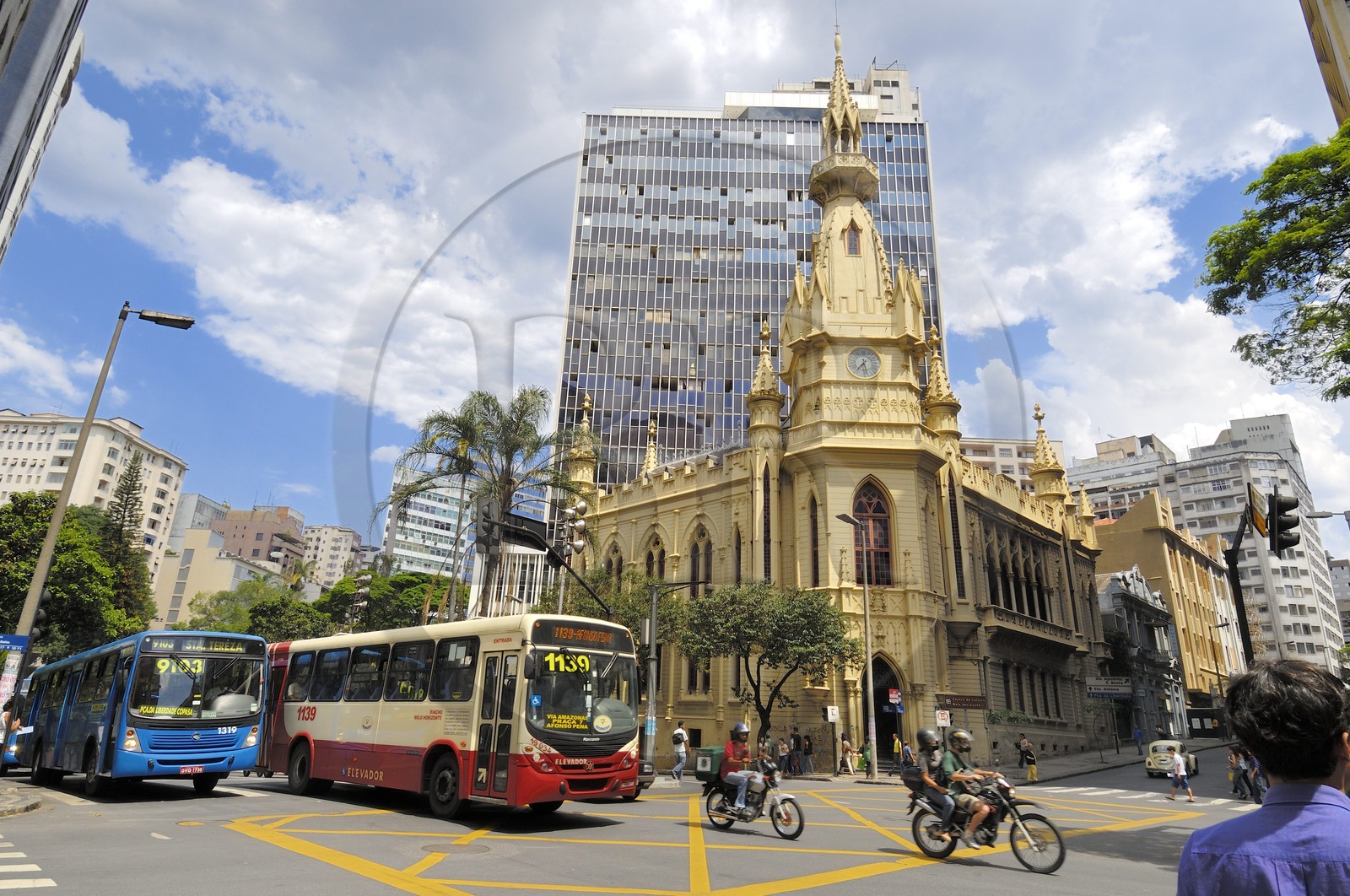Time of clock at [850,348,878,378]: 7:28
